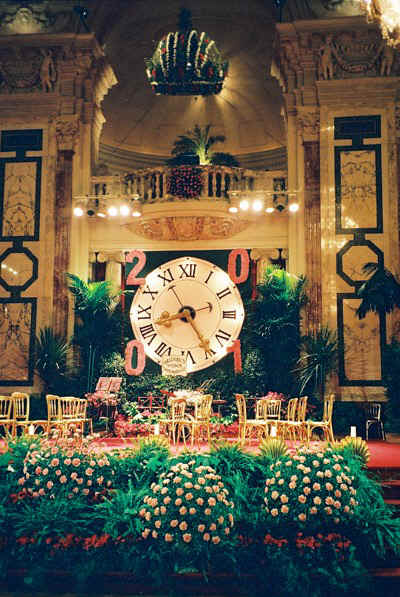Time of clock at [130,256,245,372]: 8:24
